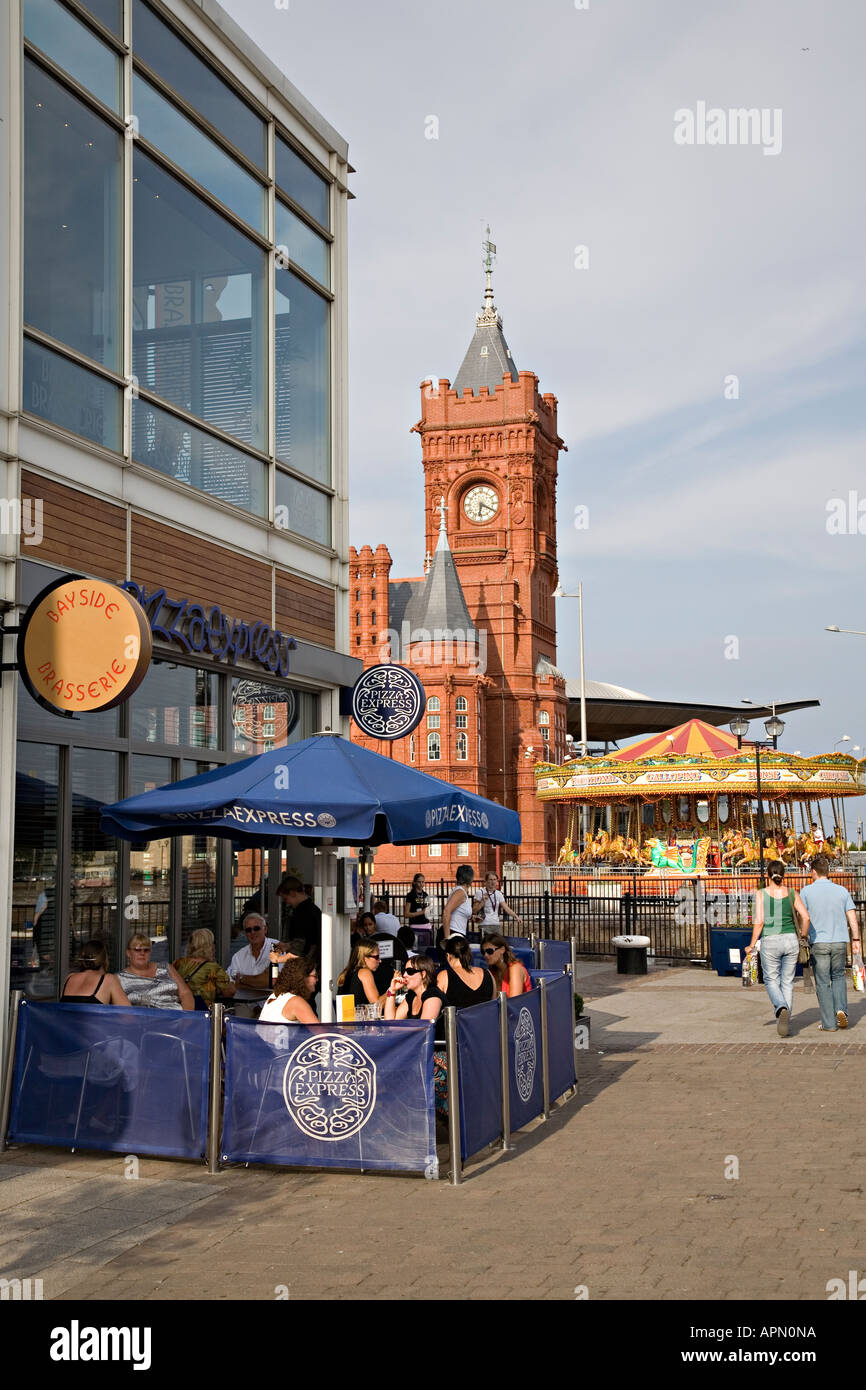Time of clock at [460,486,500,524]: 6:19
